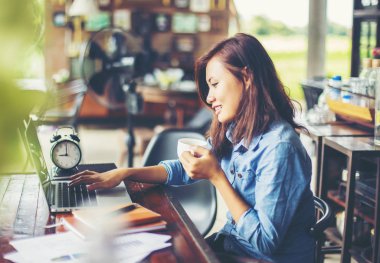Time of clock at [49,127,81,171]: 9:01
